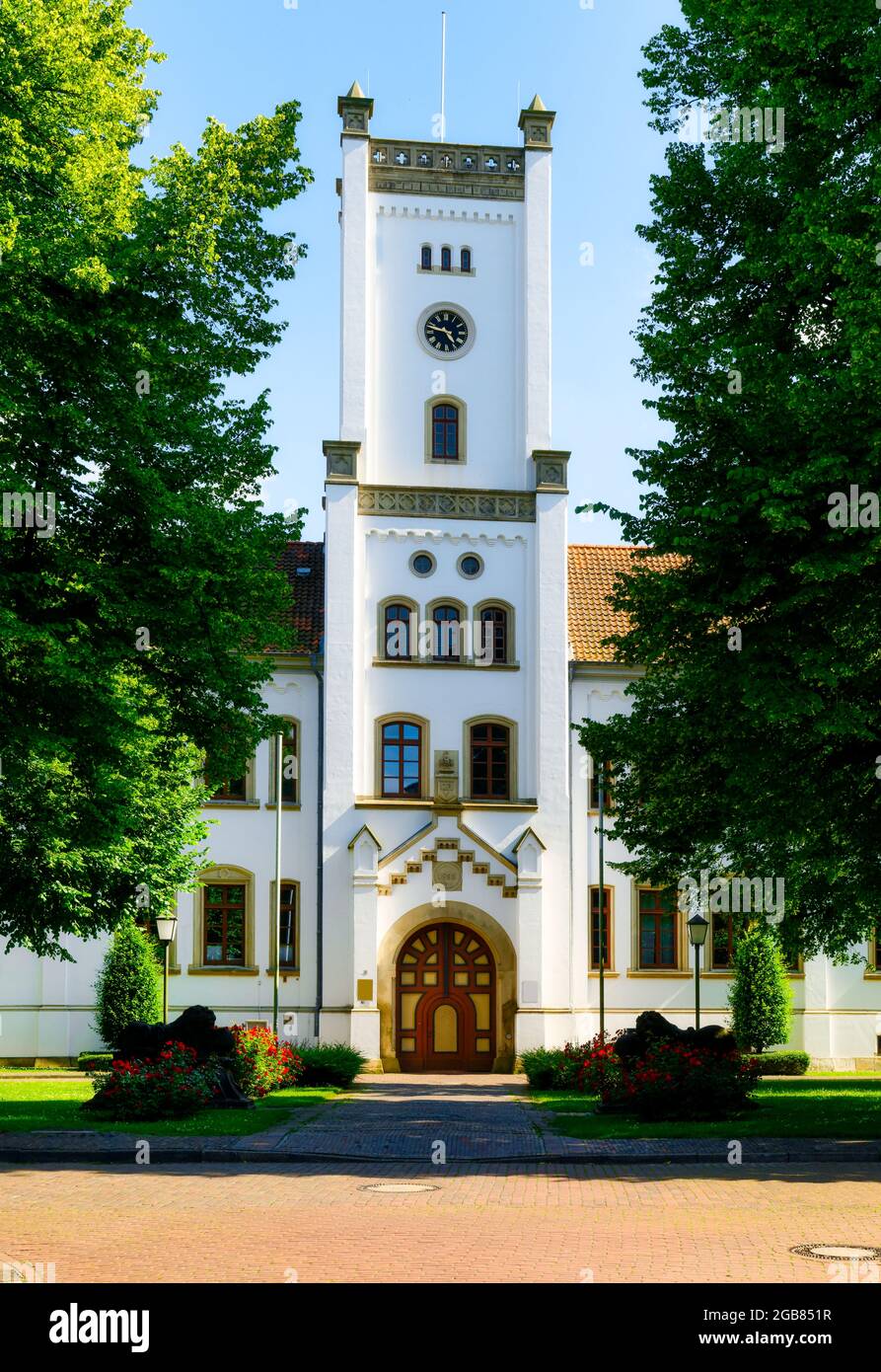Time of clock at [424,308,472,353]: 4:47
